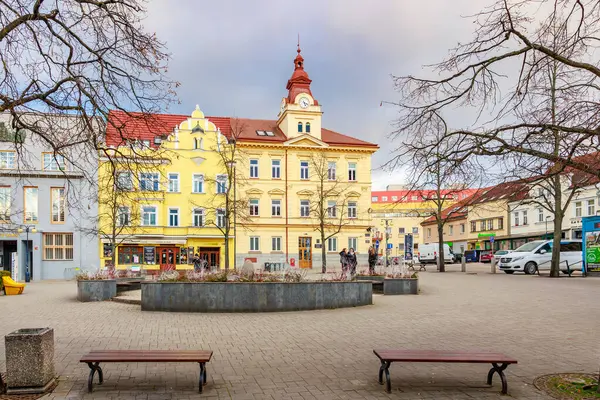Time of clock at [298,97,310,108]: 5:18
